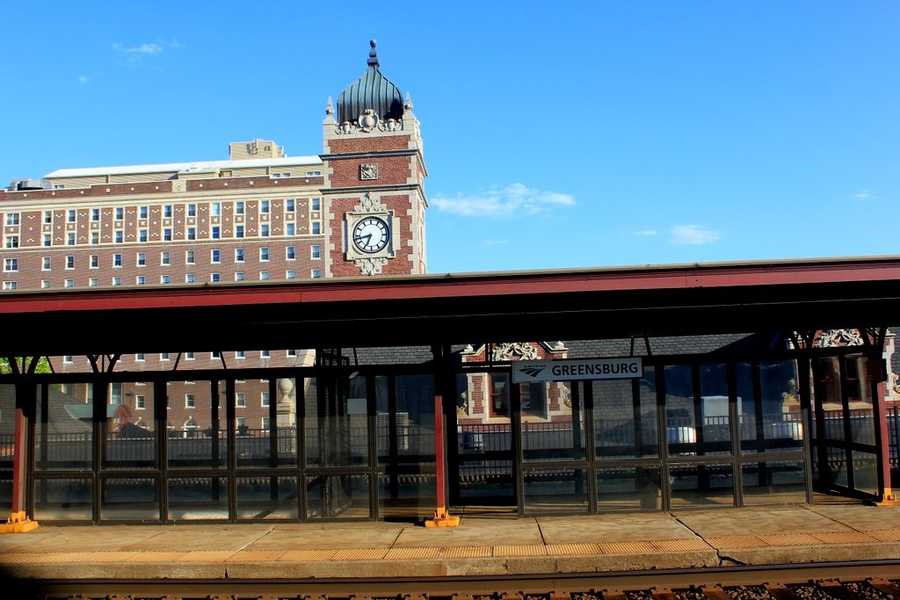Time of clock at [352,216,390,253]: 6:43
